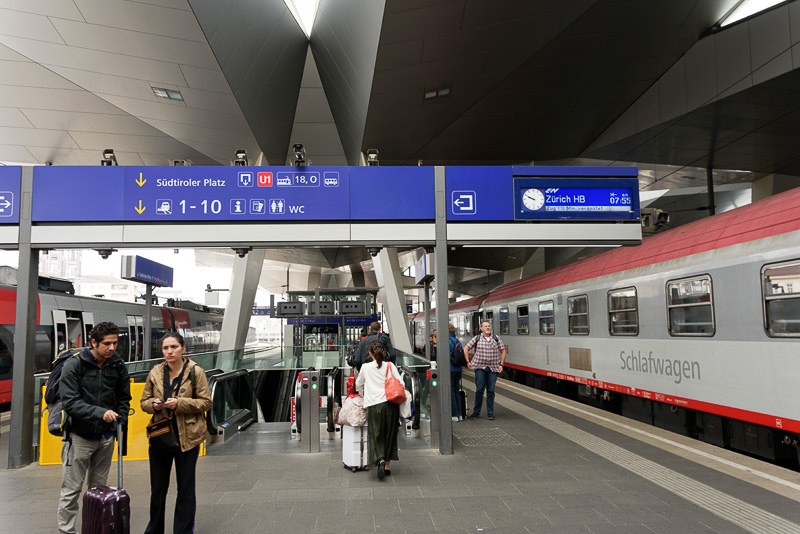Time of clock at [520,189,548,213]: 9:50
